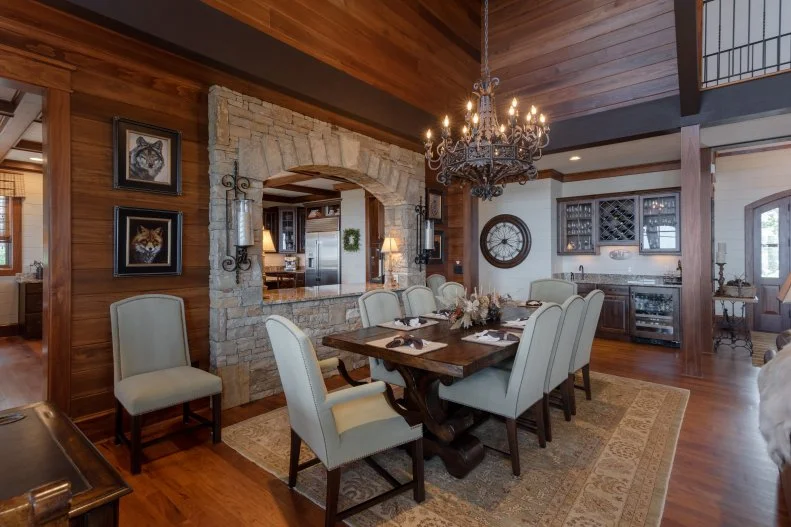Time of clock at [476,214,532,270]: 3:40
